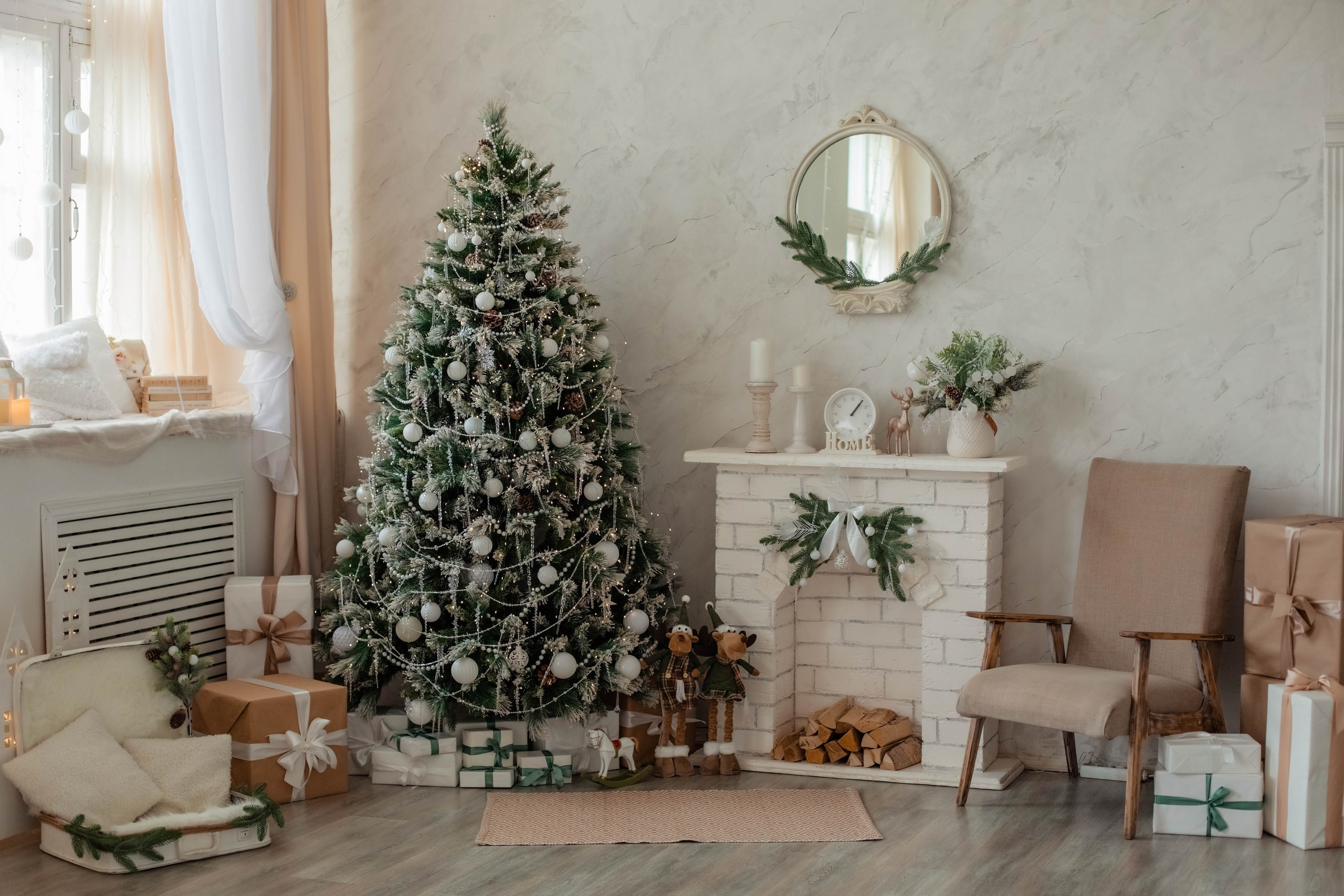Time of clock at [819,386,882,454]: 1:06
